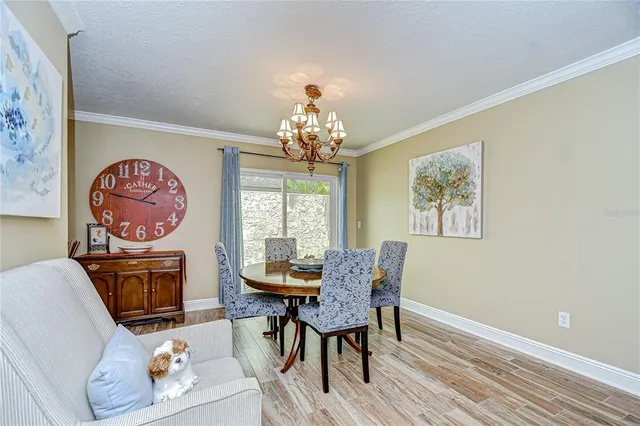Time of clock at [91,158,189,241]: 1:46
